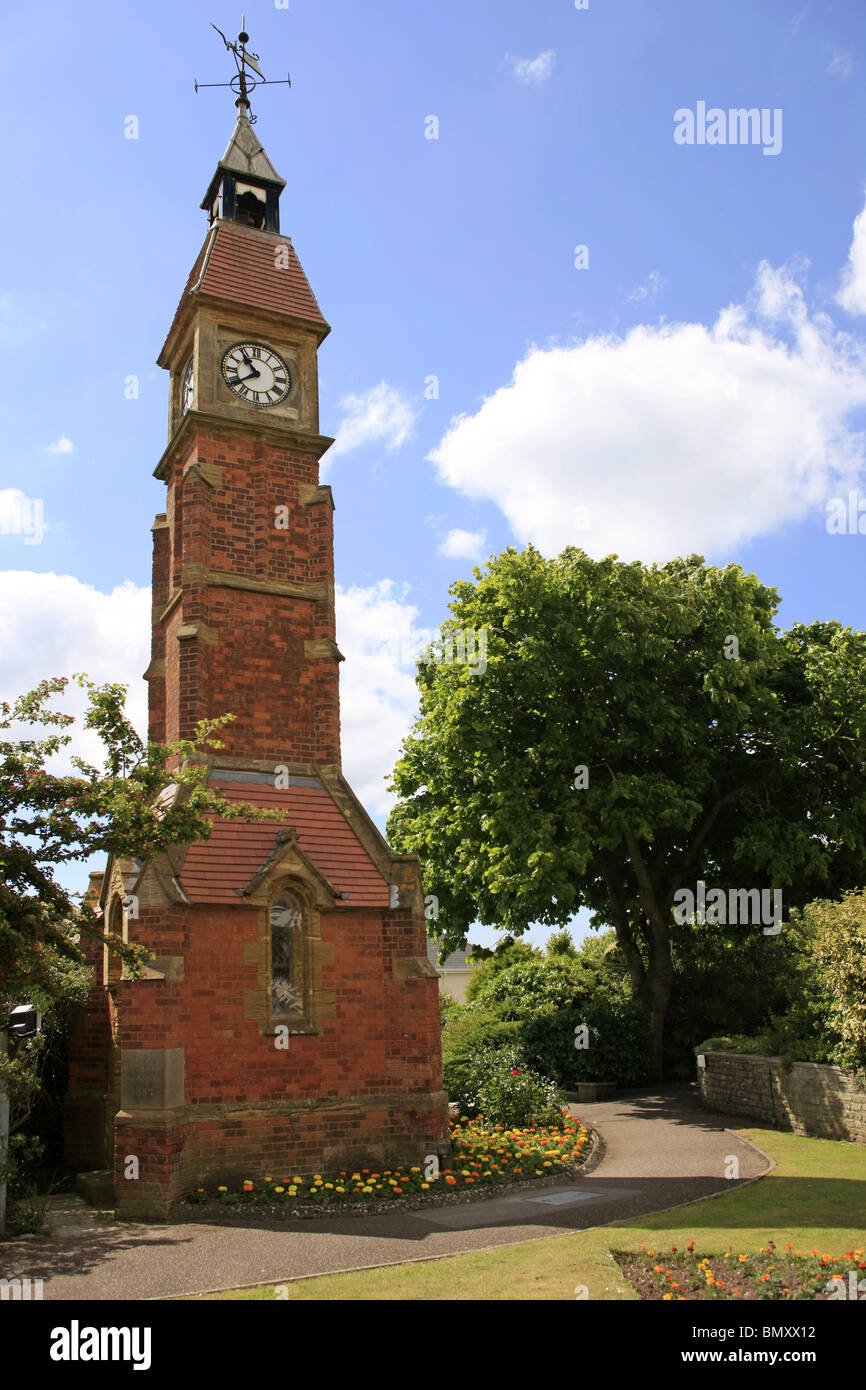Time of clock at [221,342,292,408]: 10:39
